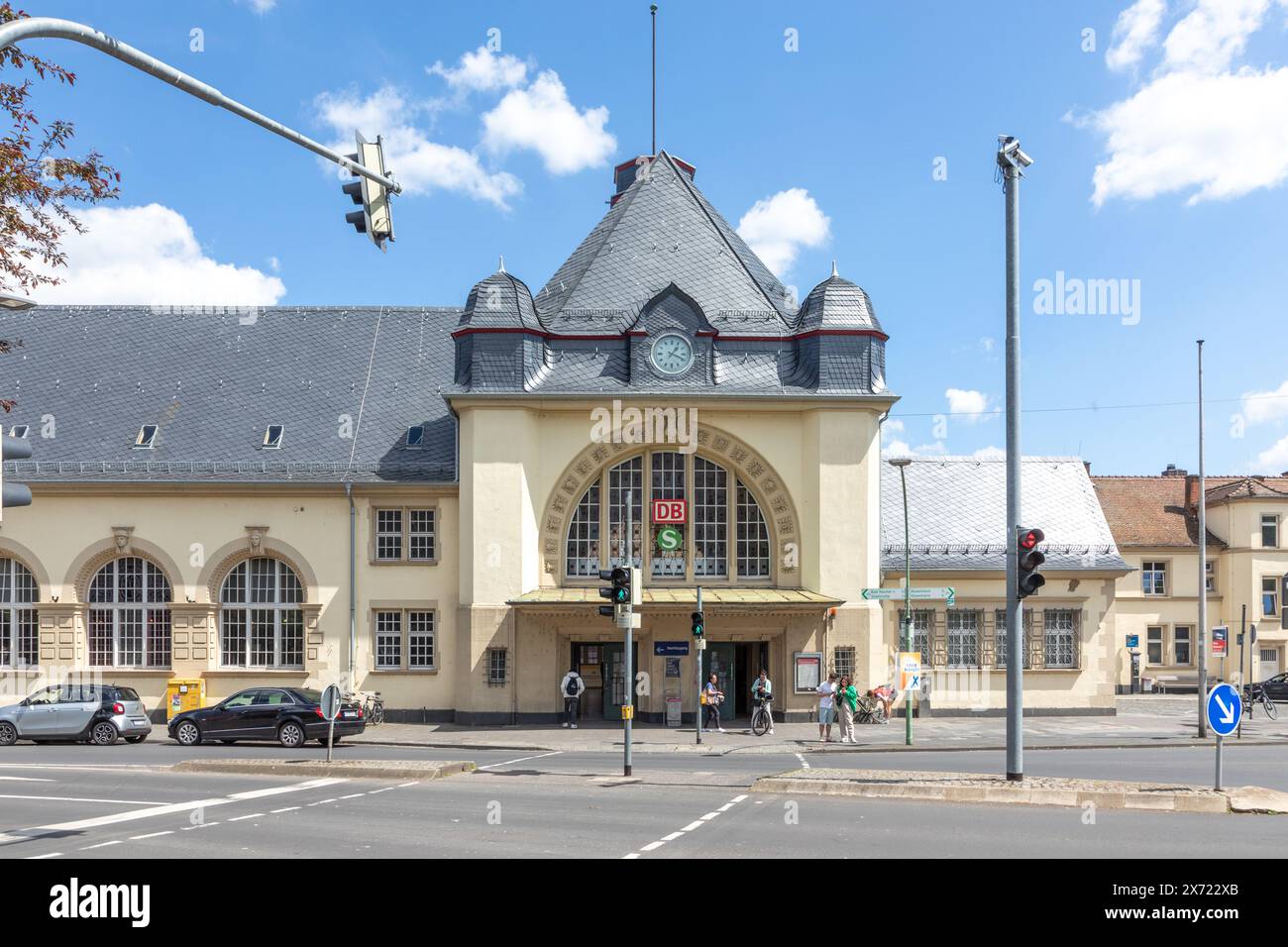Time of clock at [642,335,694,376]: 1:18
